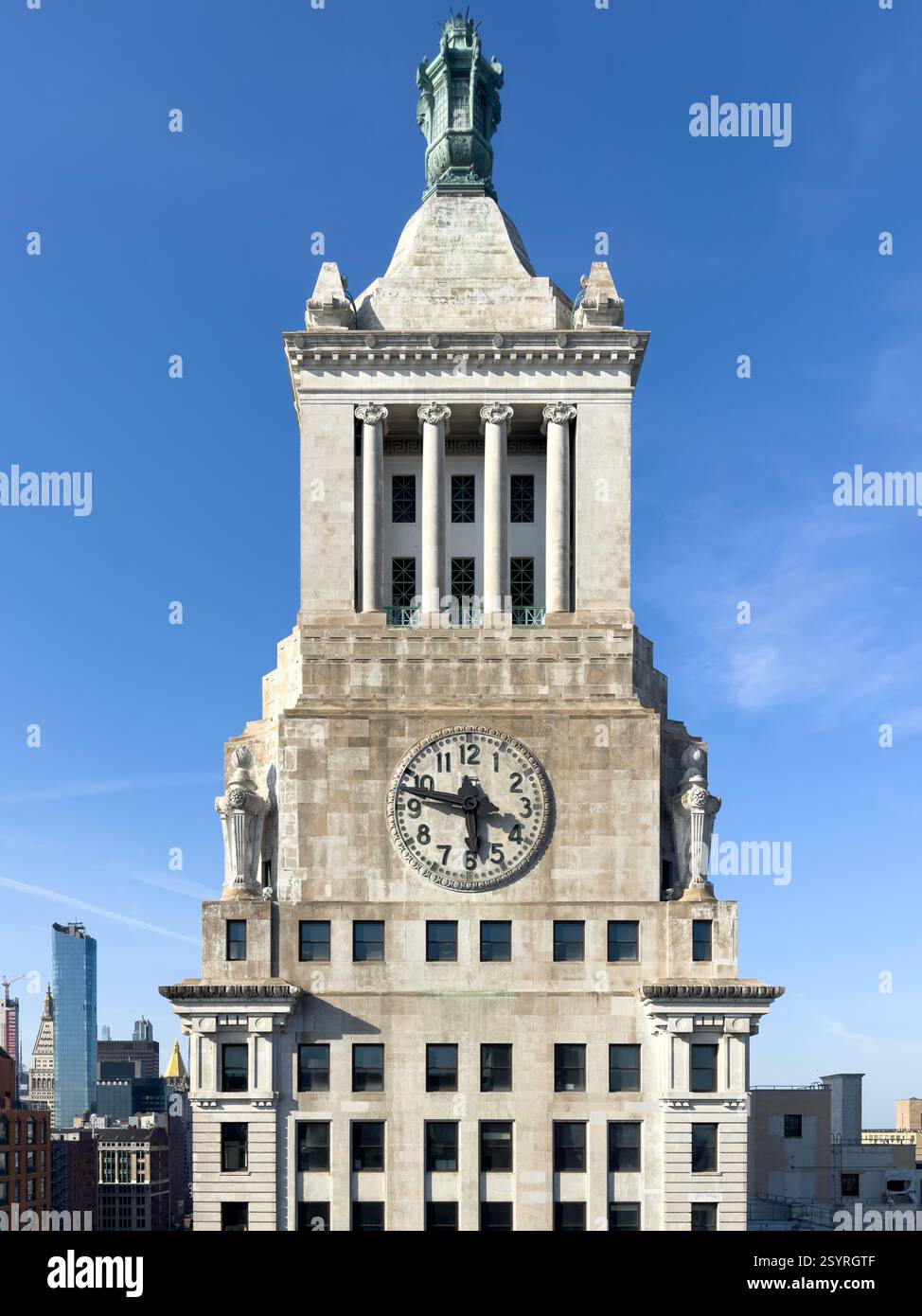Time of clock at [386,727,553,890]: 5:47
